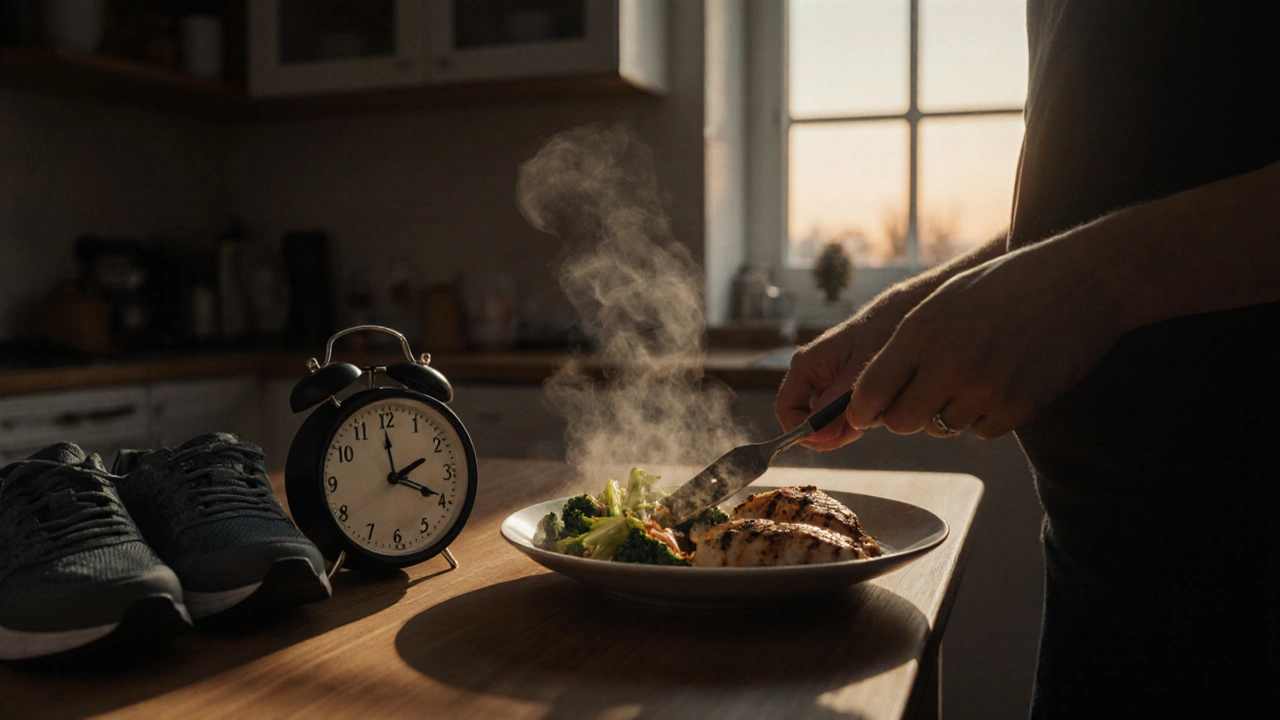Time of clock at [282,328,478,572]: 2:19
